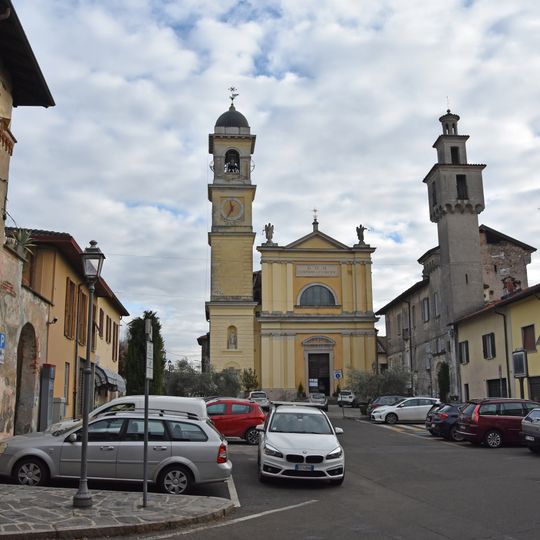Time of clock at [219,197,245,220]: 11:35
